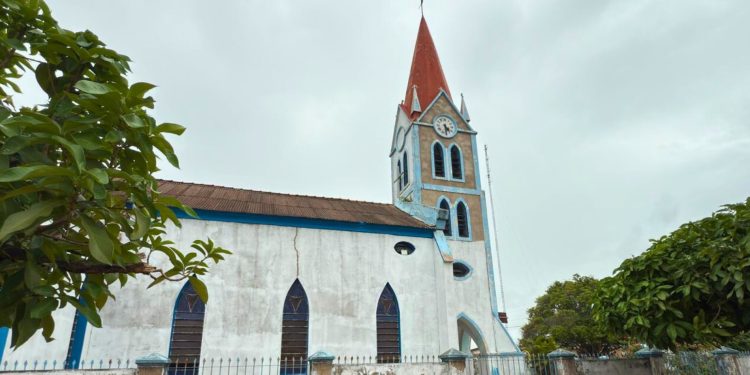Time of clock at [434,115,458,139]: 4:29
